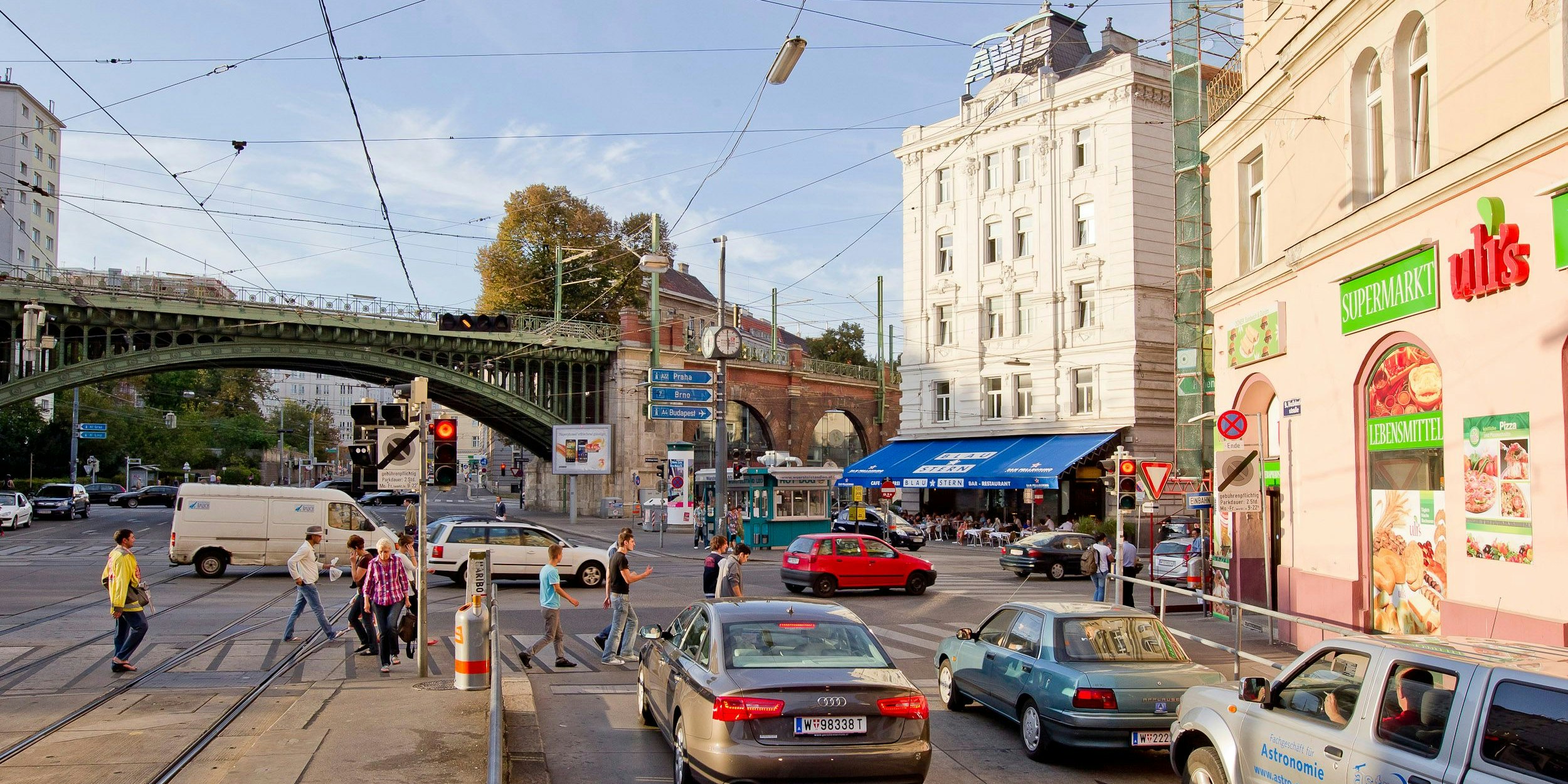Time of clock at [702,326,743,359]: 5:59
